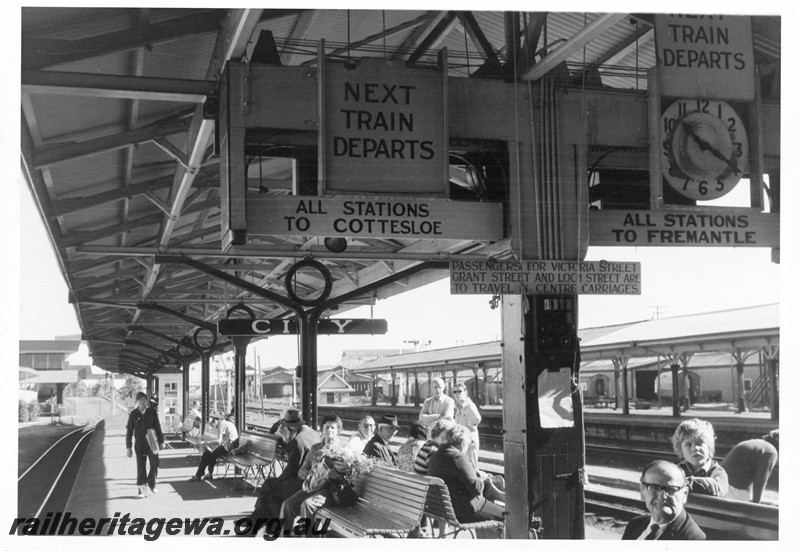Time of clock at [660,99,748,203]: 10:20
